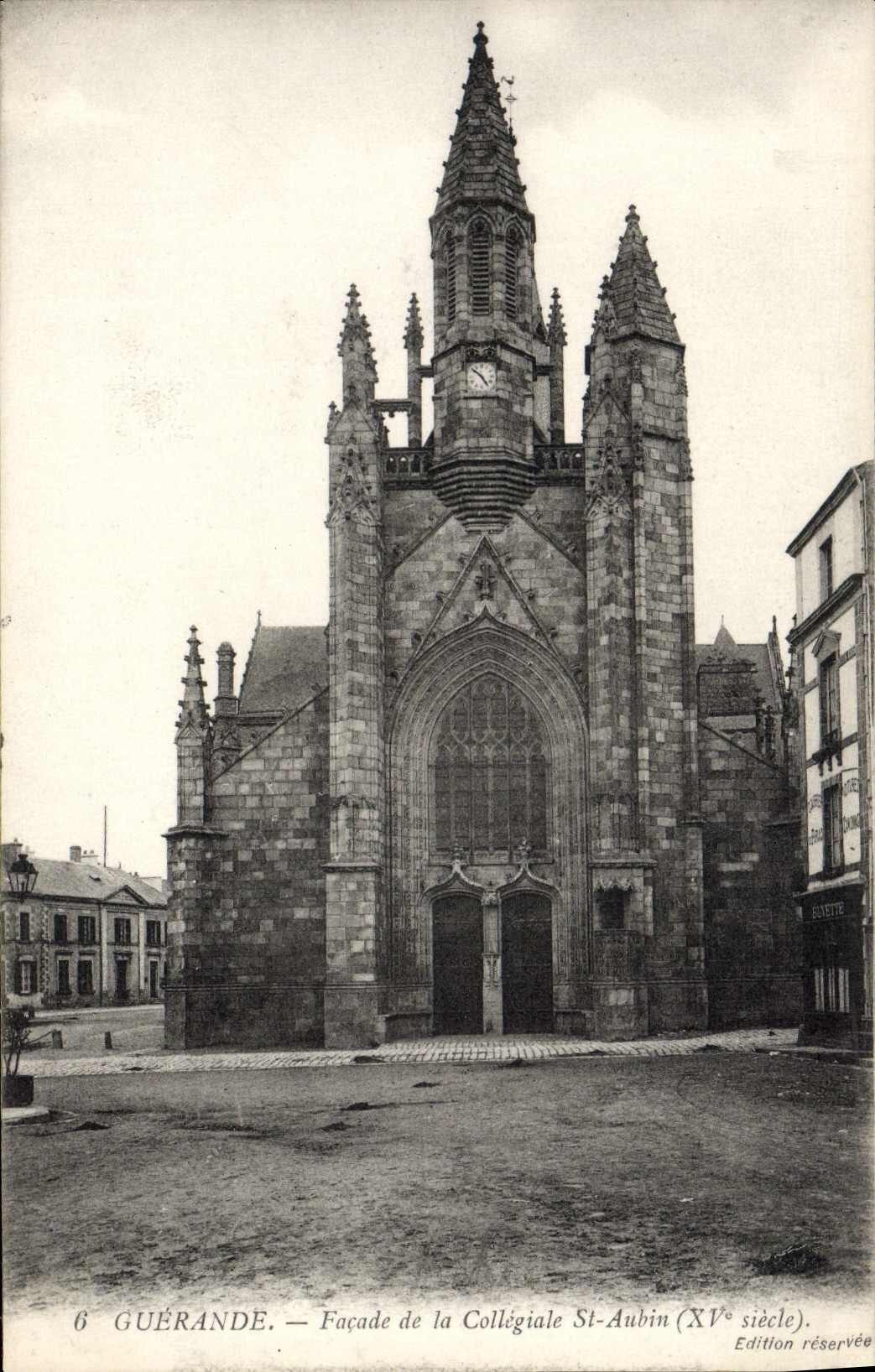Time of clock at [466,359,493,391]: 4:50
